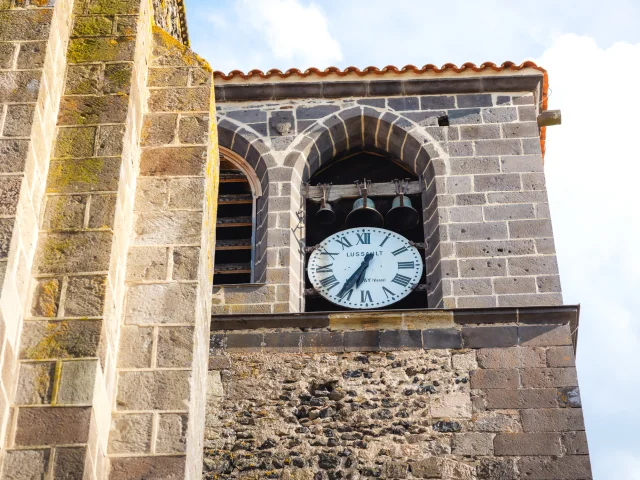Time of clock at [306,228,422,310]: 6:35
